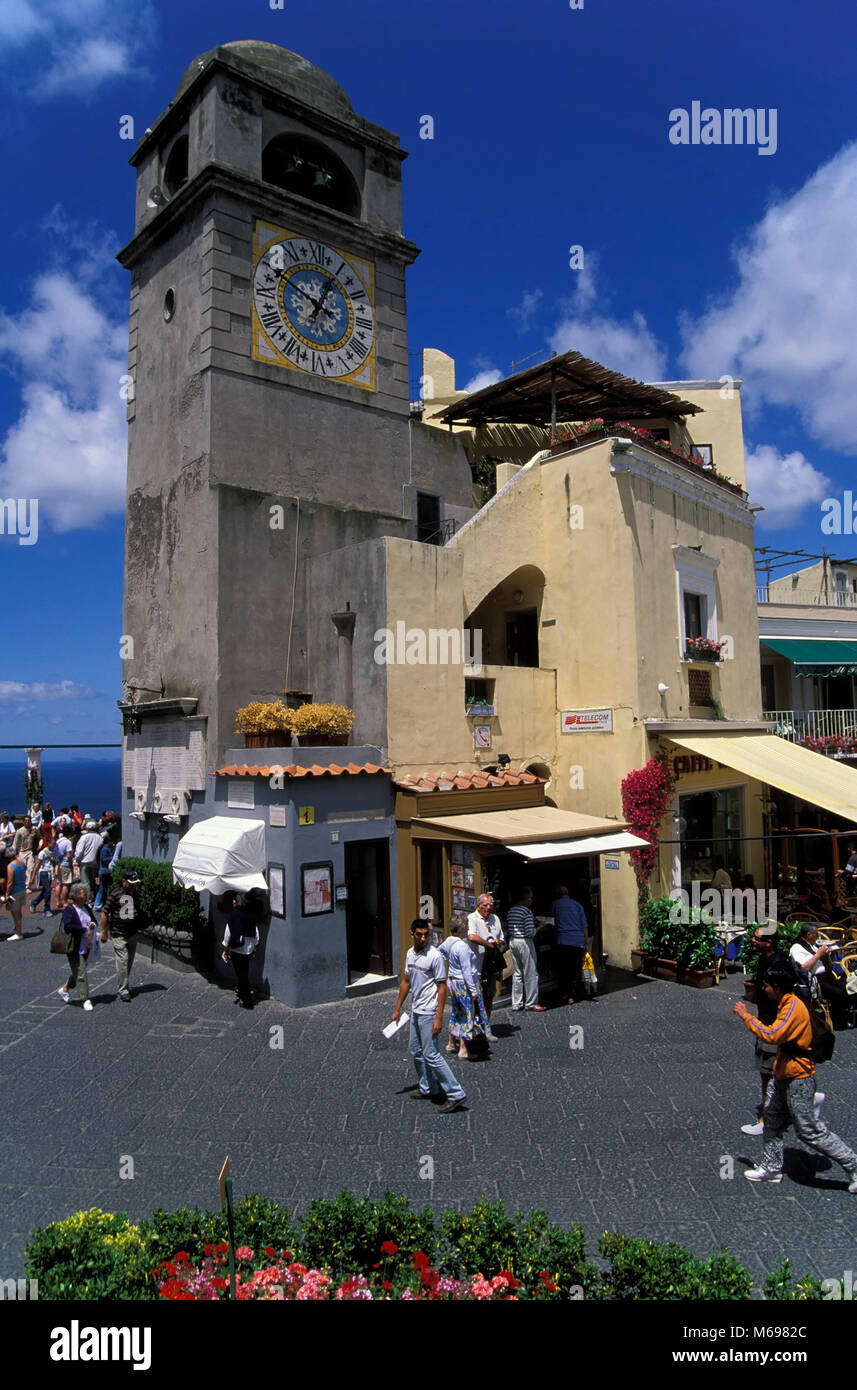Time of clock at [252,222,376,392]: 12:49
